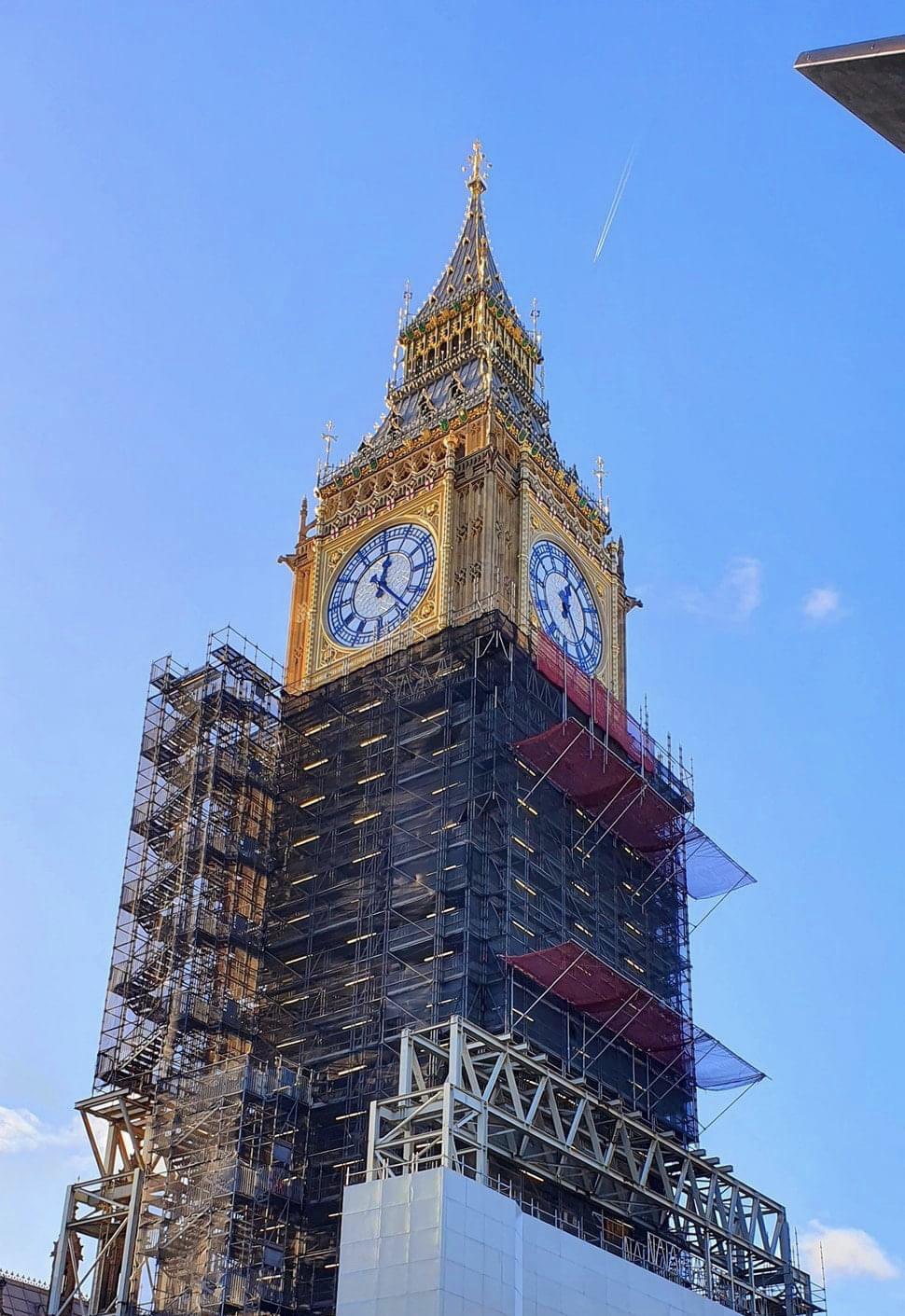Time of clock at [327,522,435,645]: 12:23
